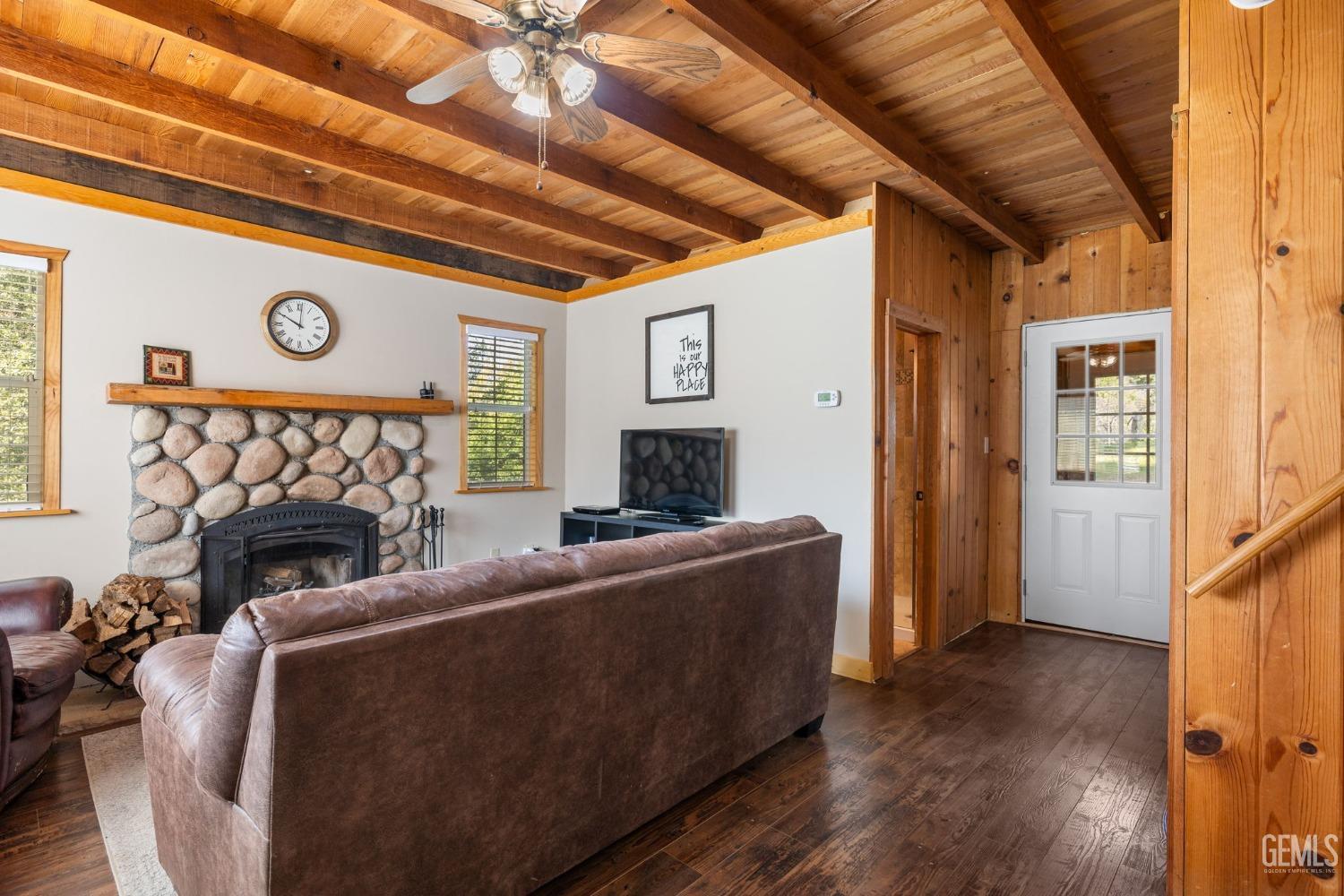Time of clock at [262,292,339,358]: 10:00
